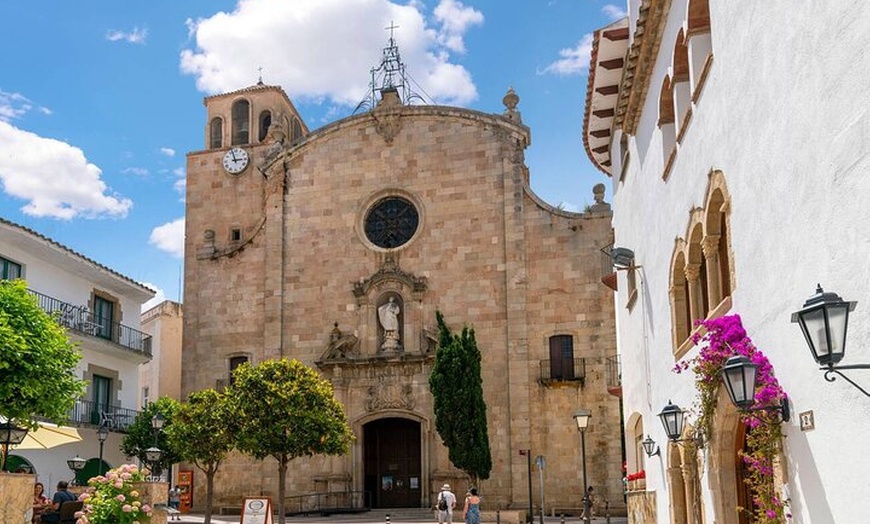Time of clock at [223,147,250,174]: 2:57
